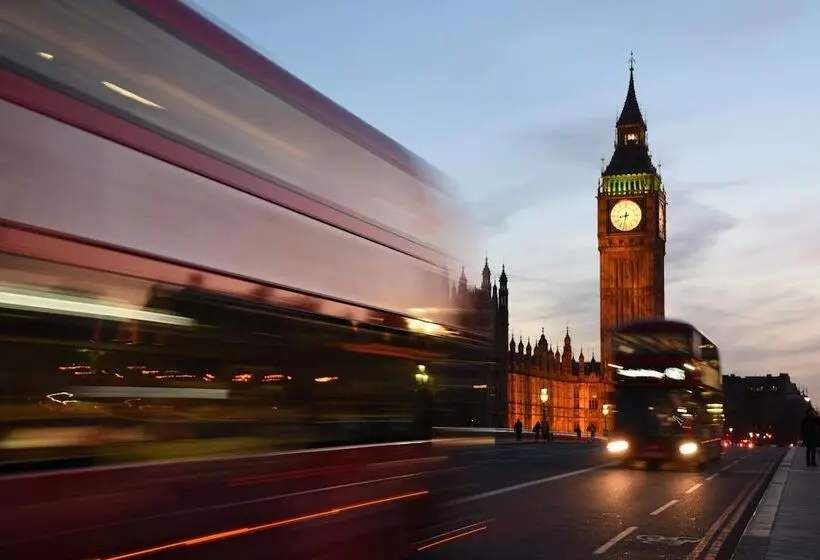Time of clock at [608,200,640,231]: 8:32
